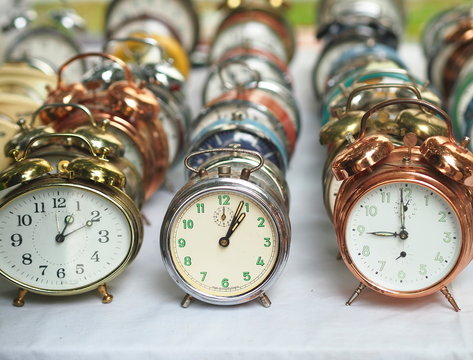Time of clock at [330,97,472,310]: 8:59
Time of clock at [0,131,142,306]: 1:10
